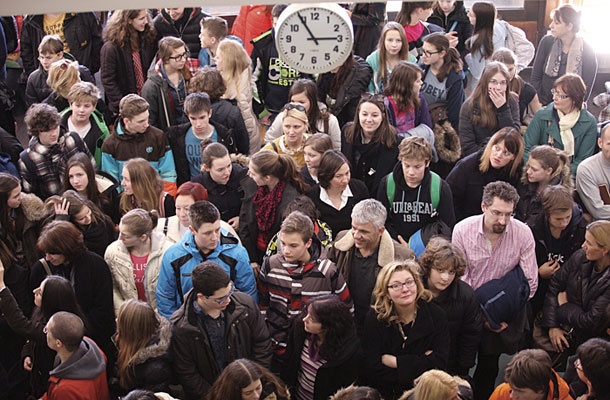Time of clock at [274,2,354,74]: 2:54
